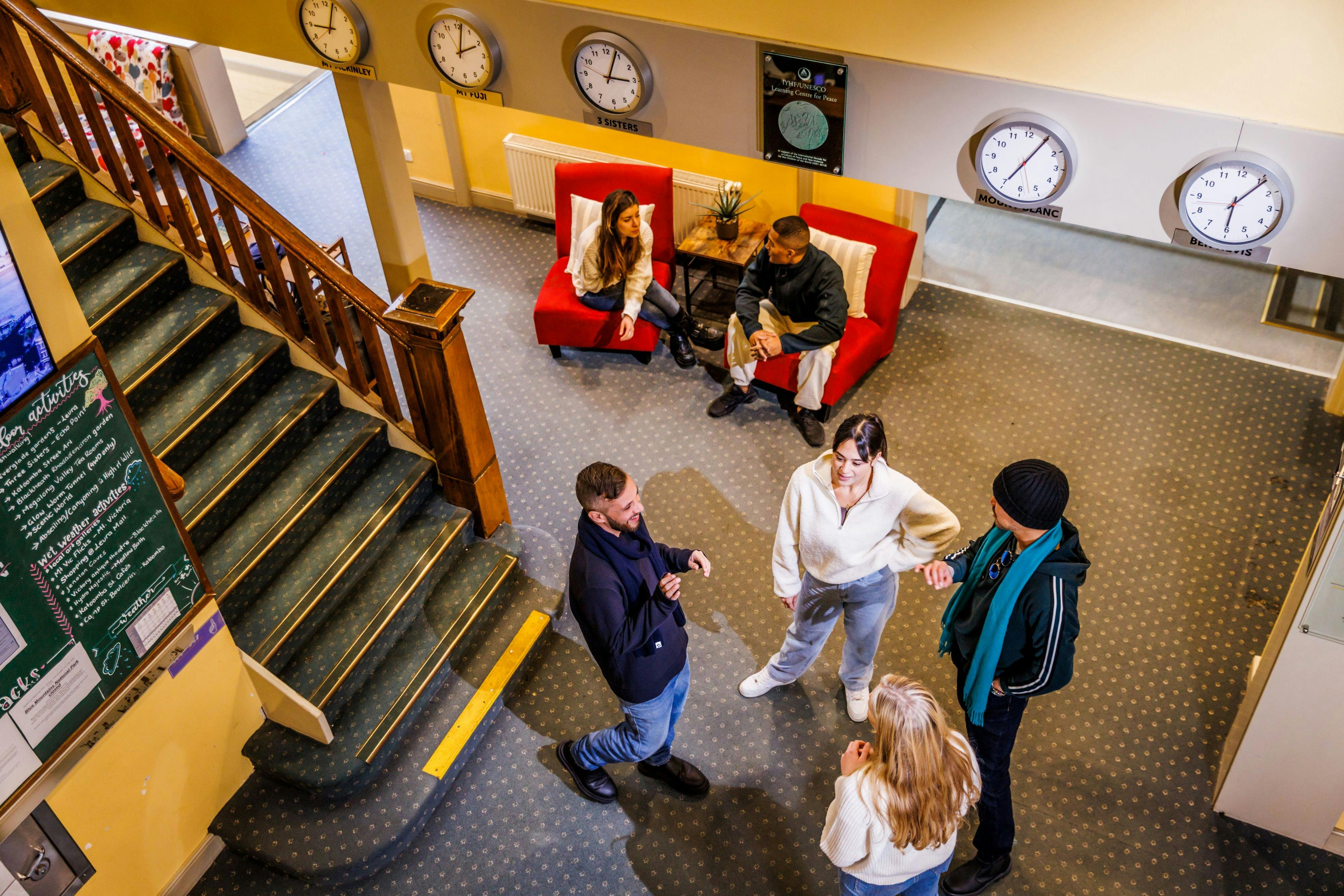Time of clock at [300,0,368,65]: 9:03
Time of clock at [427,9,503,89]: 2:01
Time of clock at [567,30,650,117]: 3:03
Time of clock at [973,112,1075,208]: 7:05
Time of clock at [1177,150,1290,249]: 6:06
